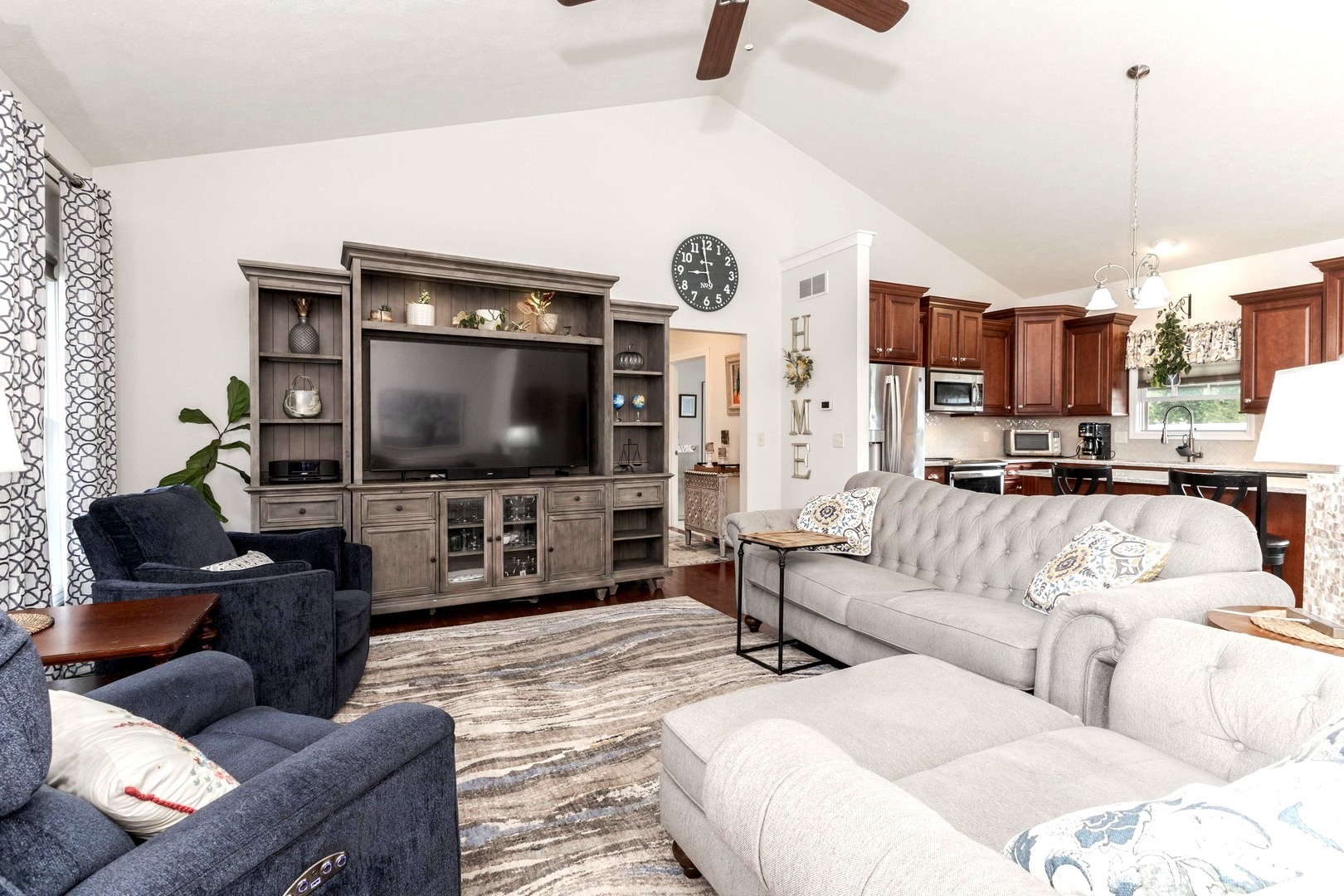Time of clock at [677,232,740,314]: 8:58
